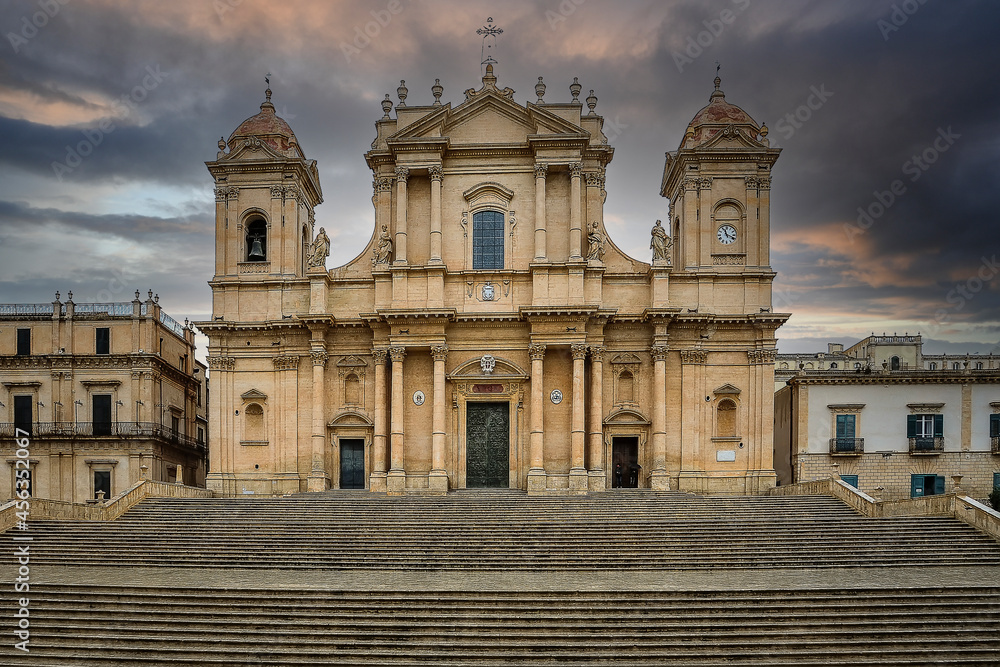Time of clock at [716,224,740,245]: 11:18
